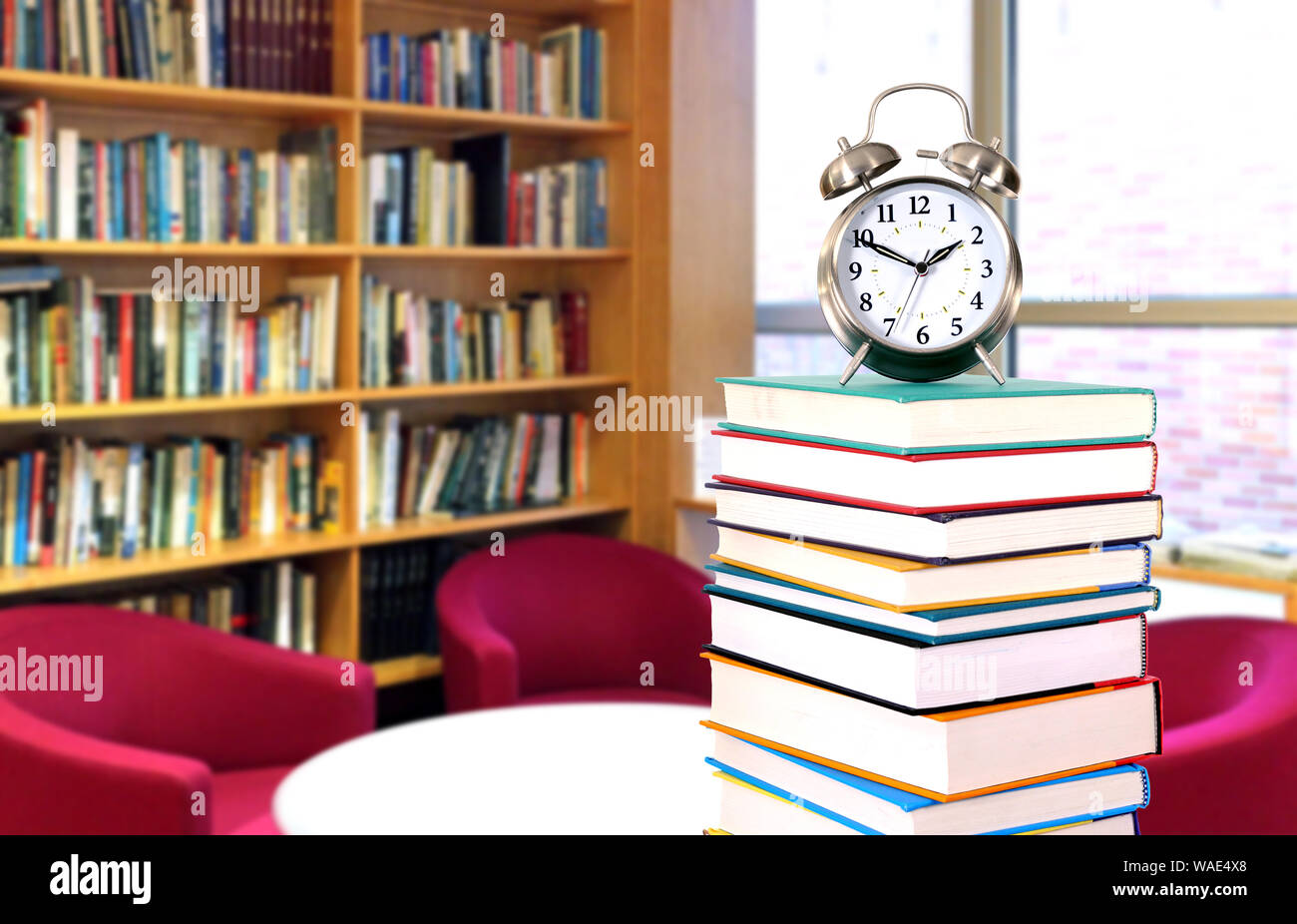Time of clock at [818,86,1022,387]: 1:49
